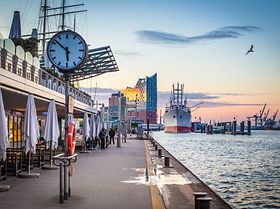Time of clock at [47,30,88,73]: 5:51
